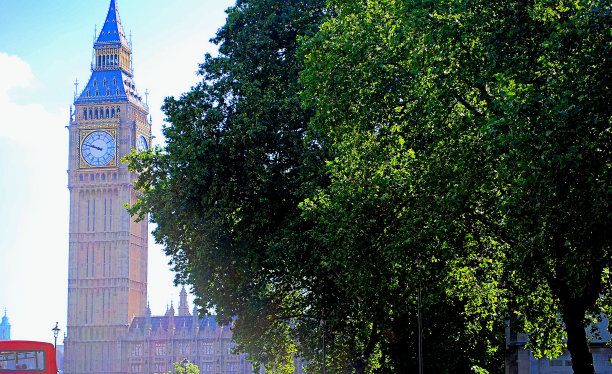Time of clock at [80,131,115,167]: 9:47
